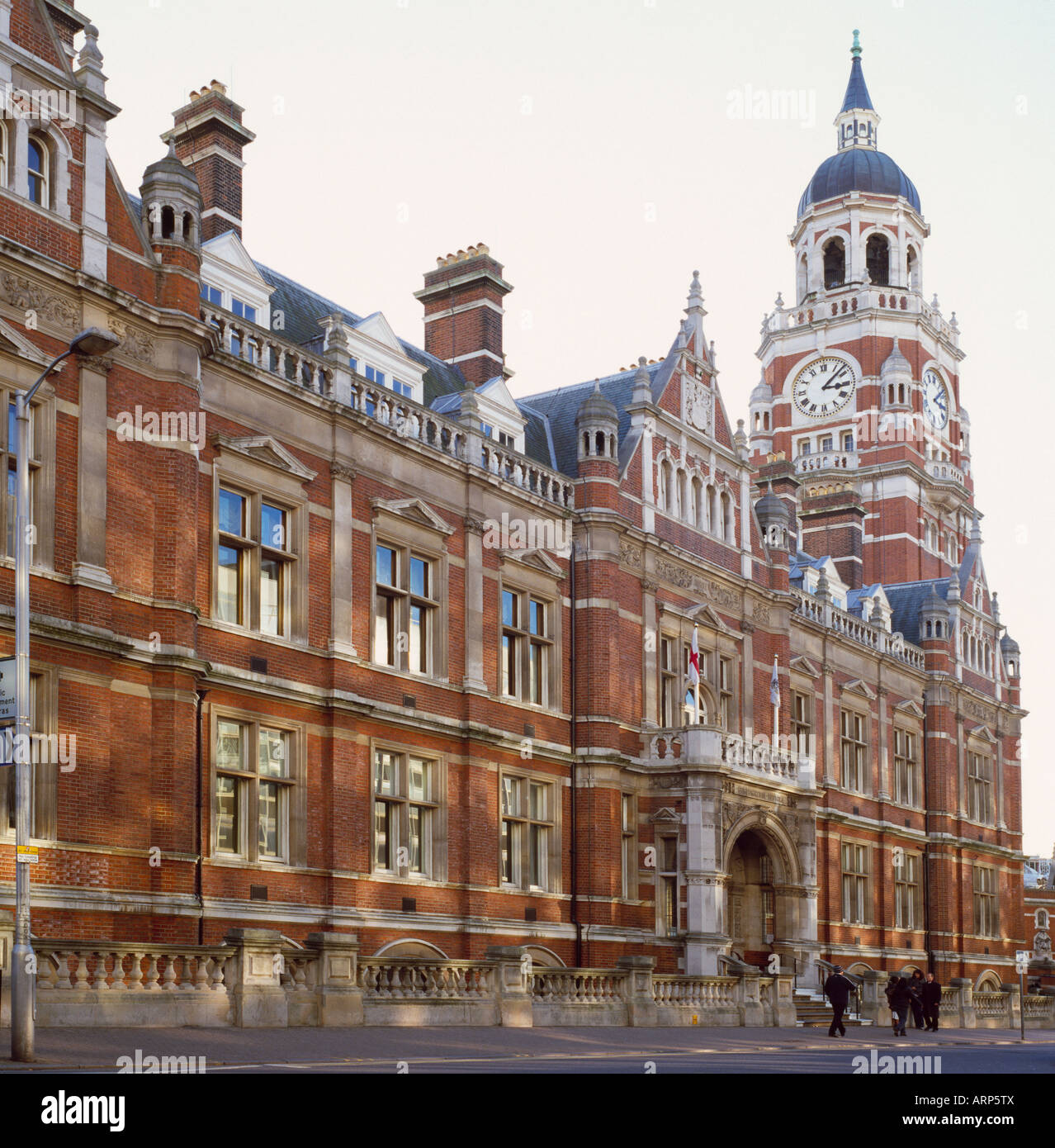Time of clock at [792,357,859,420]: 3:07
